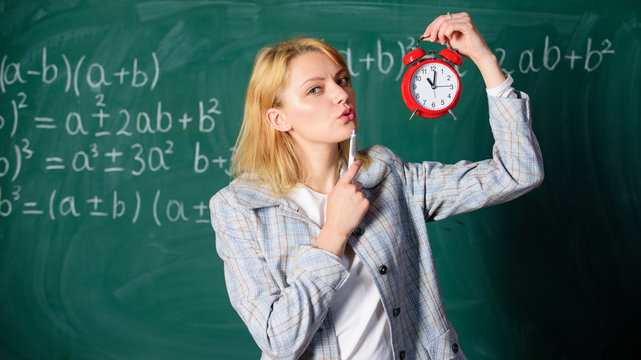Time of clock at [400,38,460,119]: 11:01
